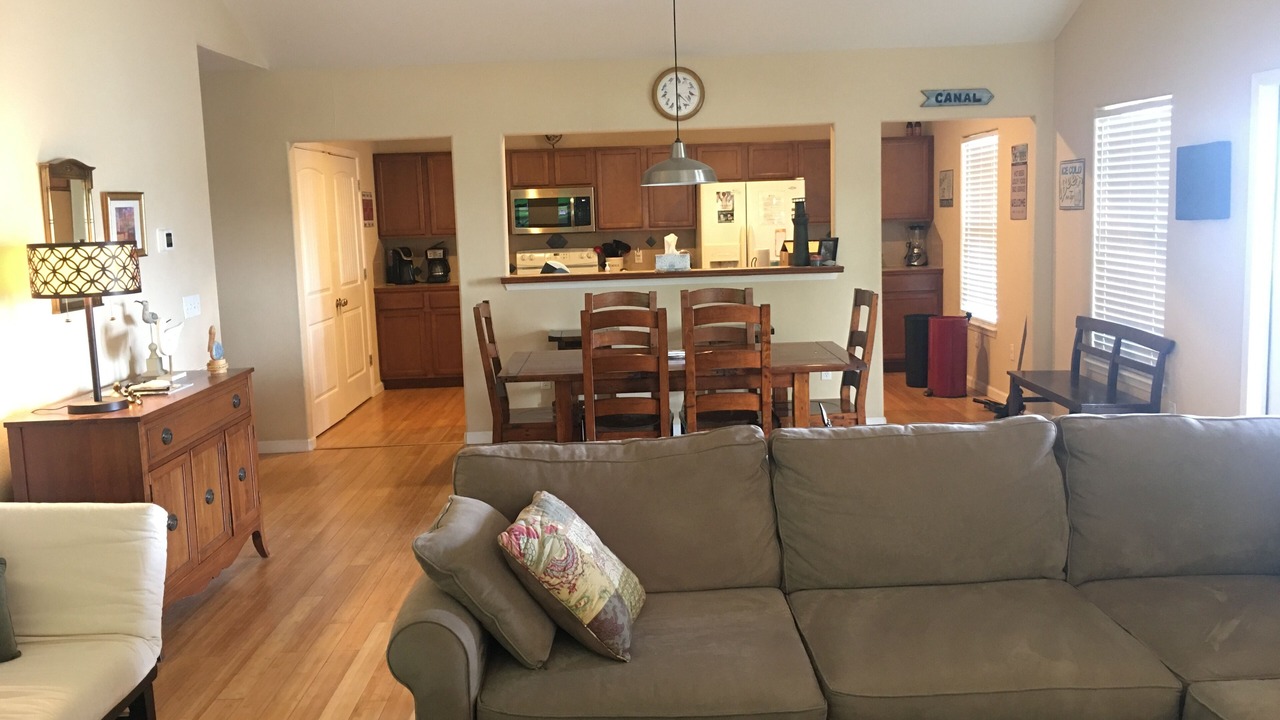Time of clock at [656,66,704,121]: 5:59
